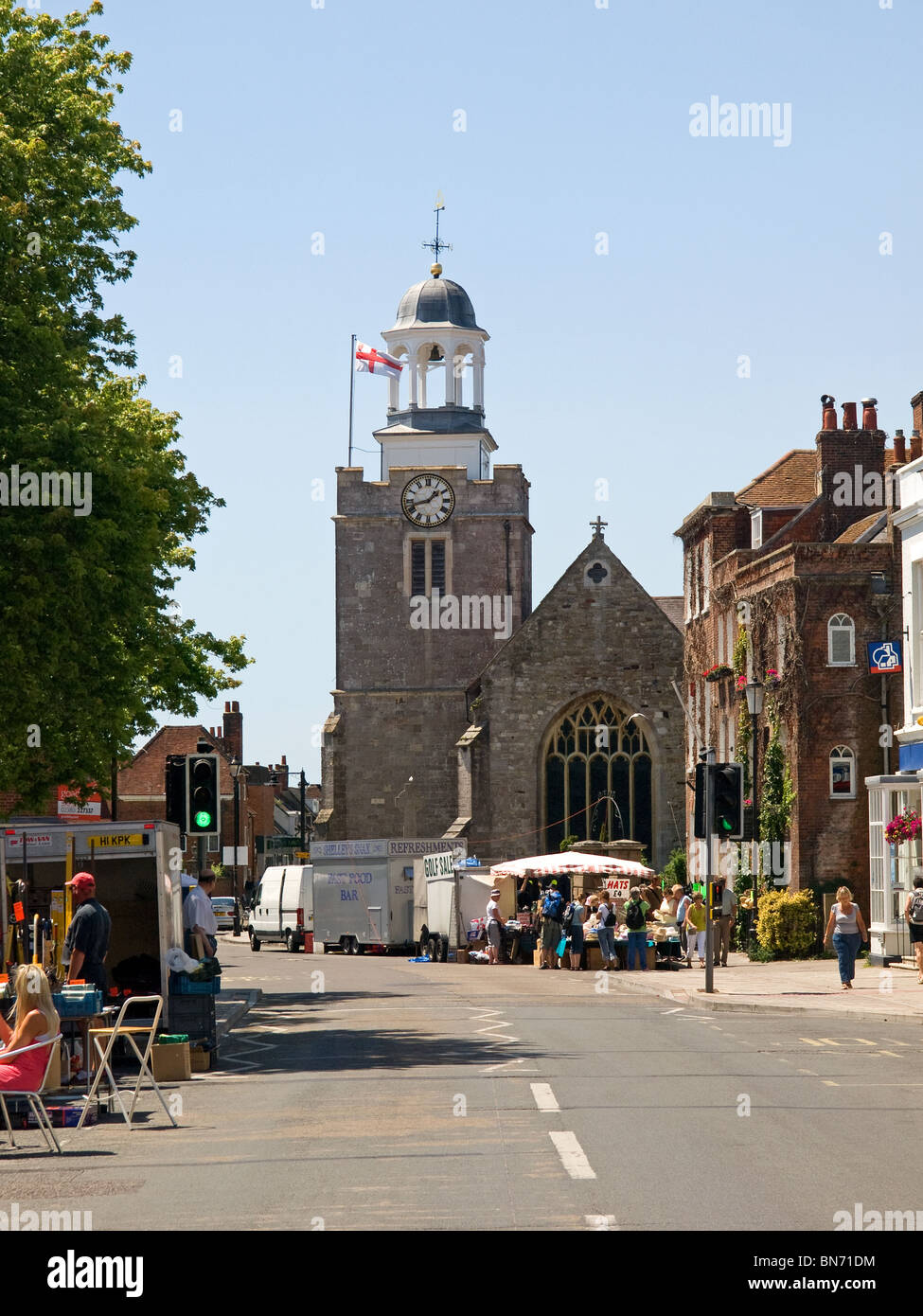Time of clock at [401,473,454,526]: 1:42
